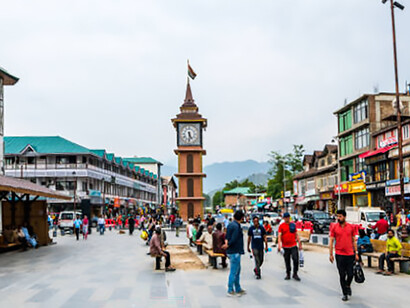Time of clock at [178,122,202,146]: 5:31
